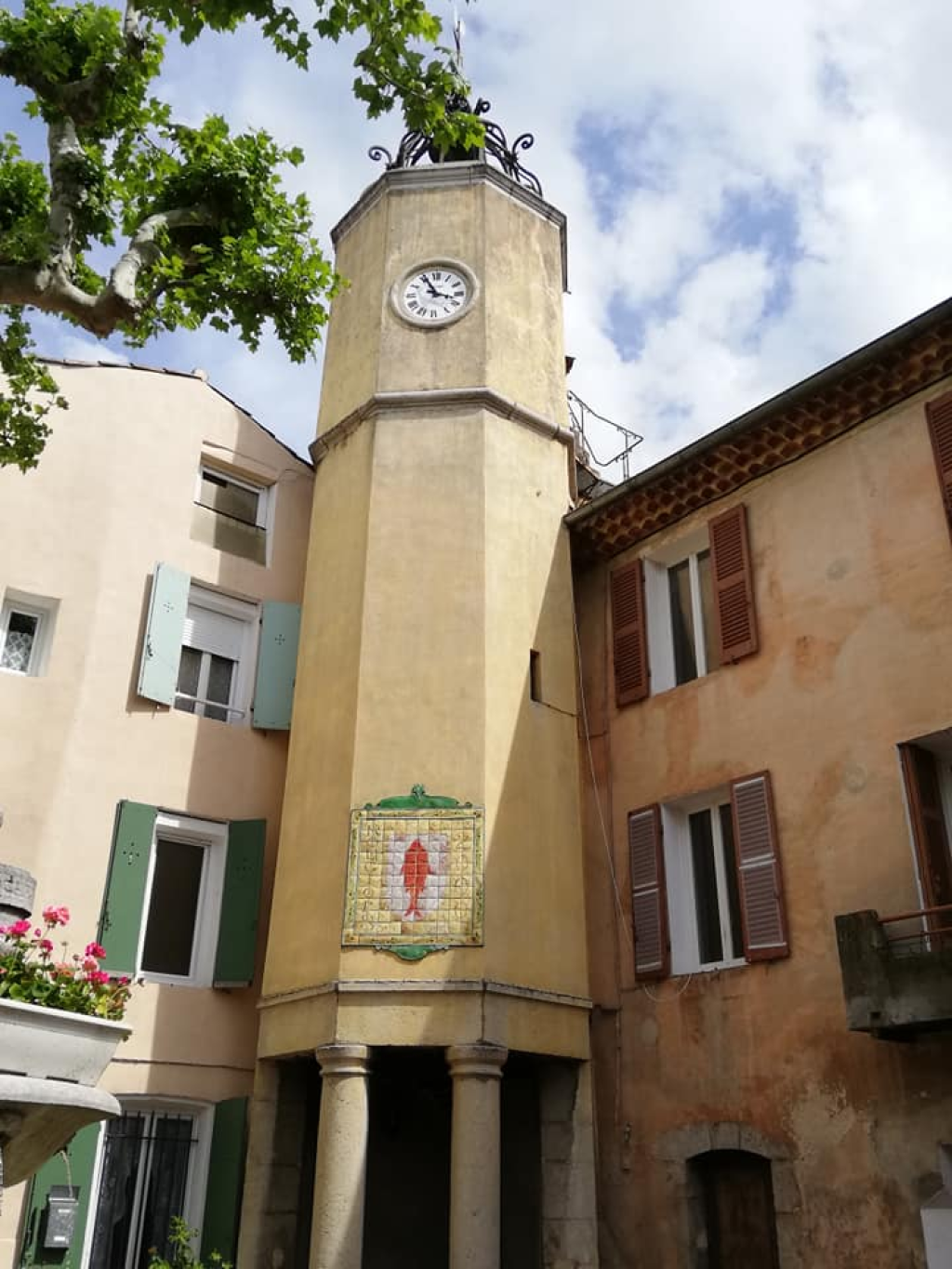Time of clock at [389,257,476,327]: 3:55
